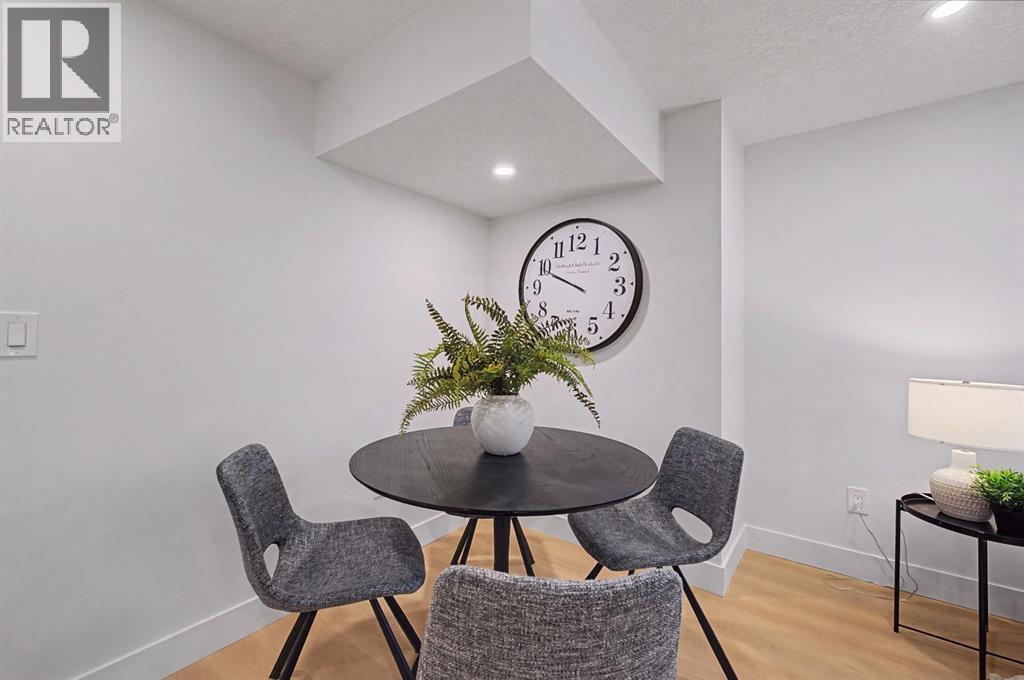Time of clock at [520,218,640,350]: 9:49
